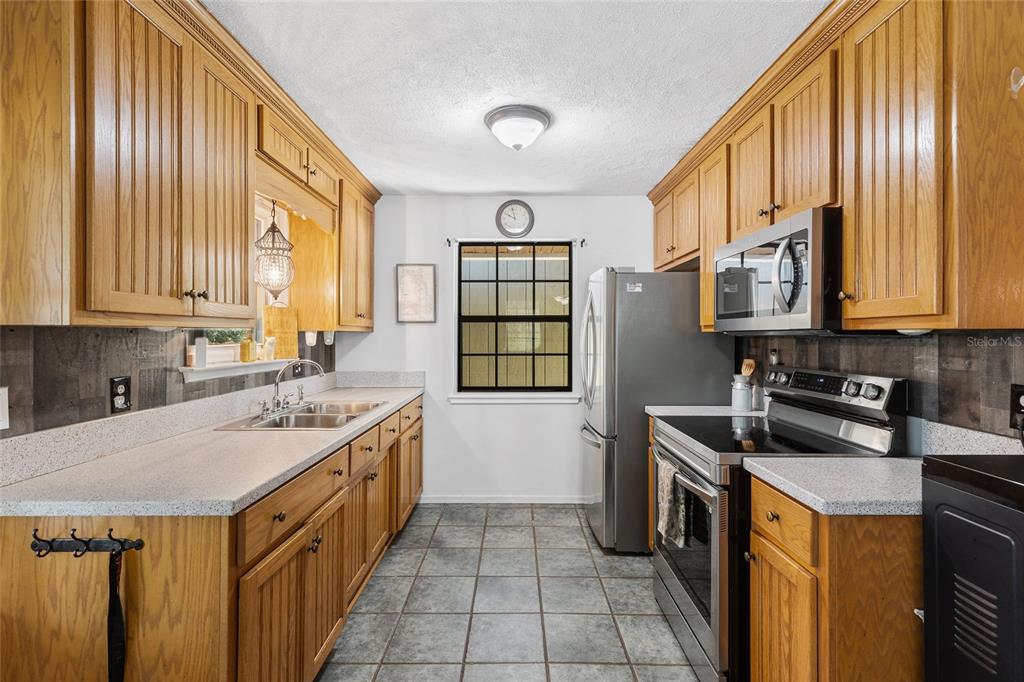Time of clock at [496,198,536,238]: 9:57
